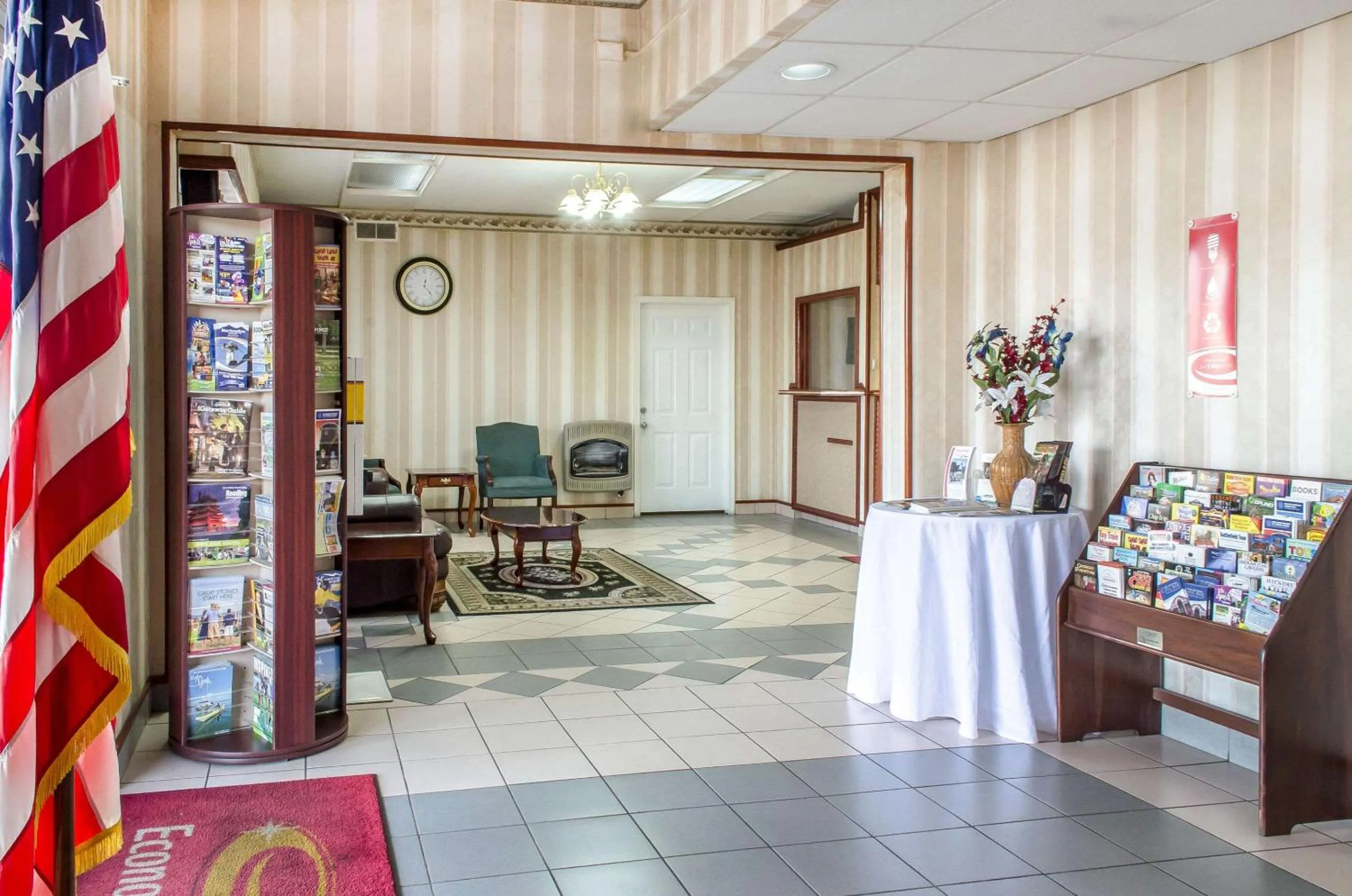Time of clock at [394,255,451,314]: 12:23
